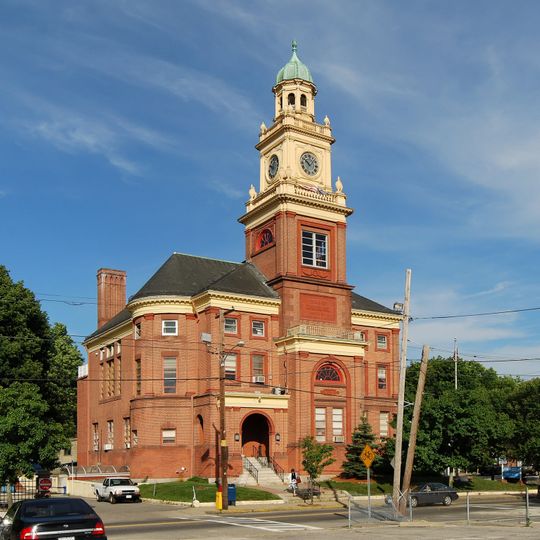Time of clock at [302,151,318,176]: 10:07
